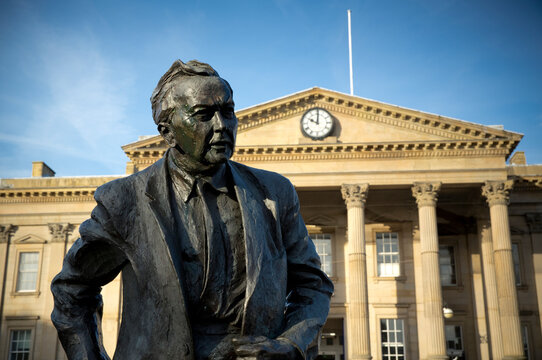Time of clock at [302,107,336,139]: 10:00
